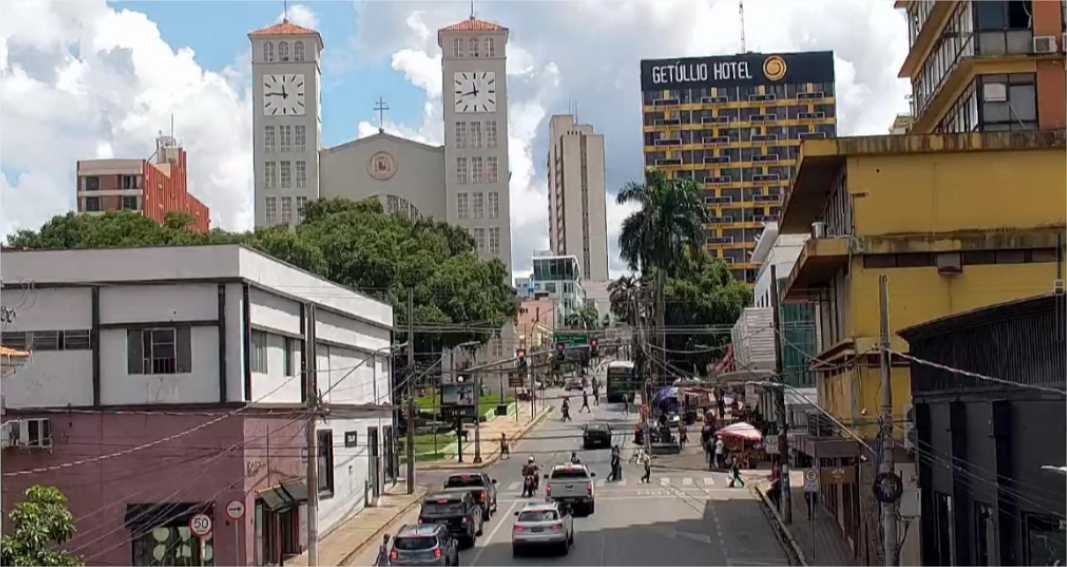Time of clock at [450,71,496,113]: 11:42
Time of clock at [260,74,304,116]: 11:46
